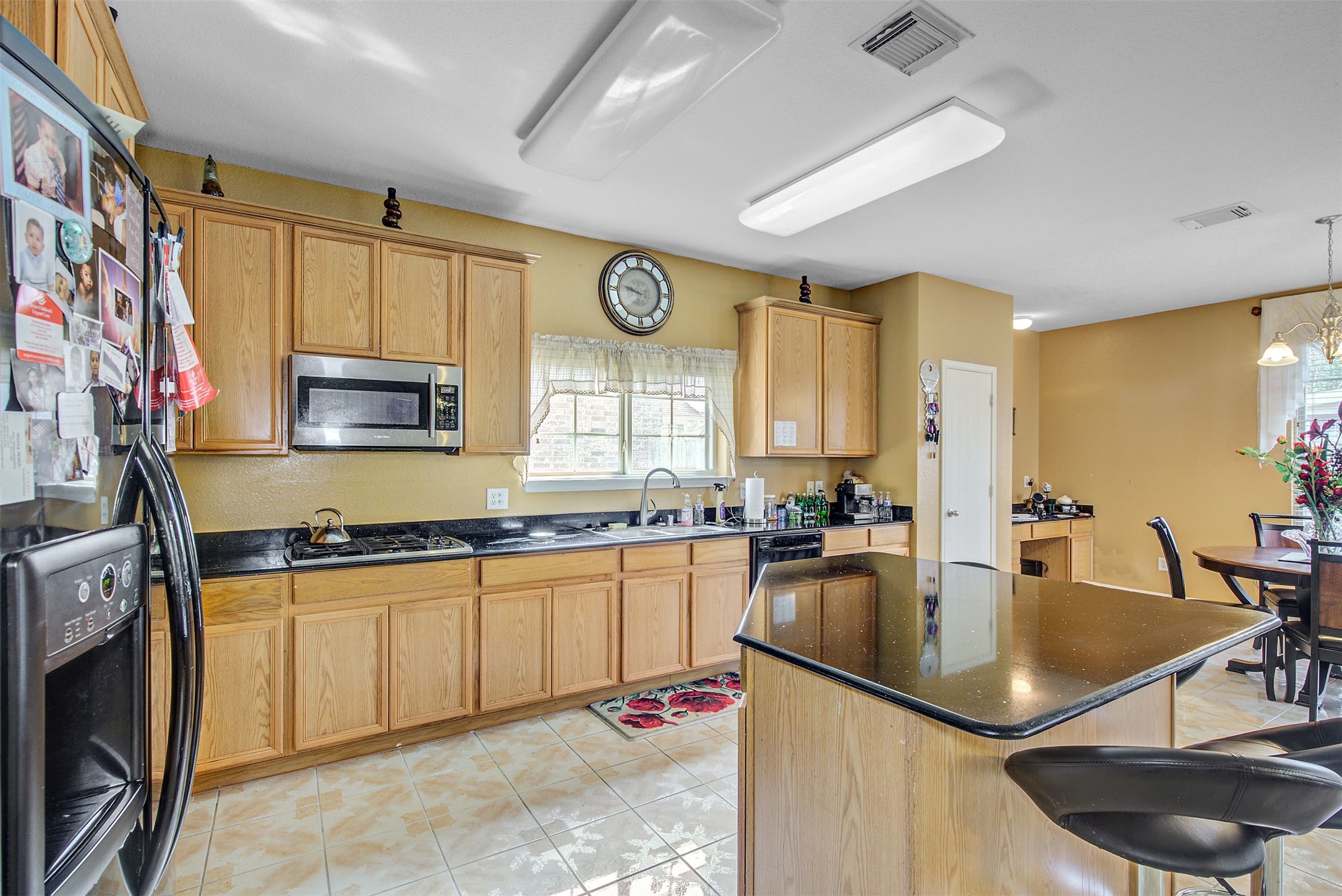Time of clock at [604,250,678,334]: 9:47
